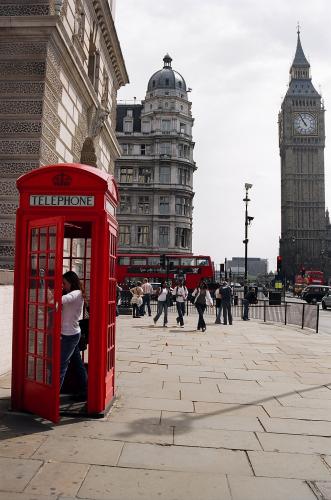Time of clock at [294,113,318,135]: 10:55
